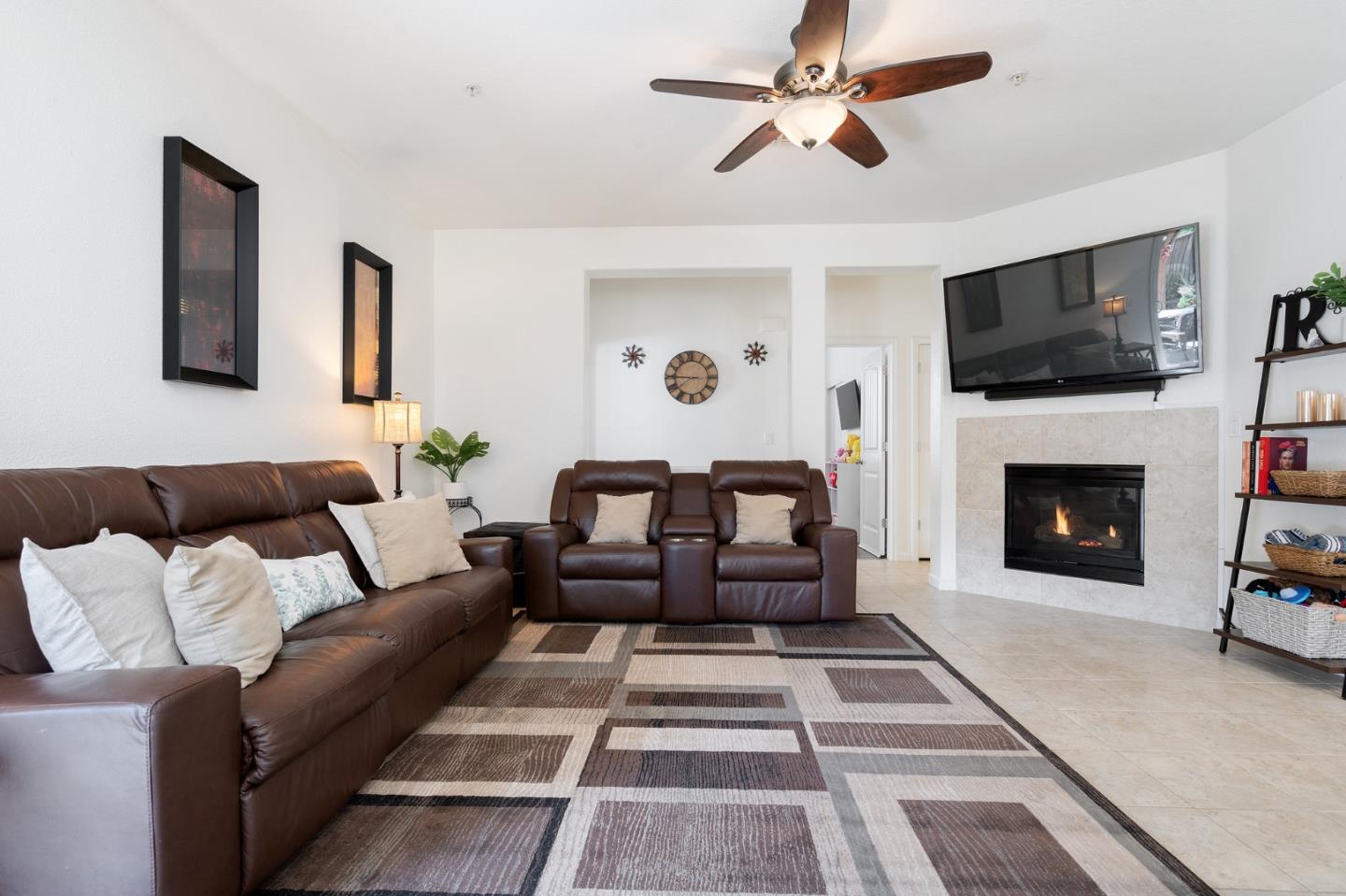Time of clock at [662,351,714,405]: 7:45
